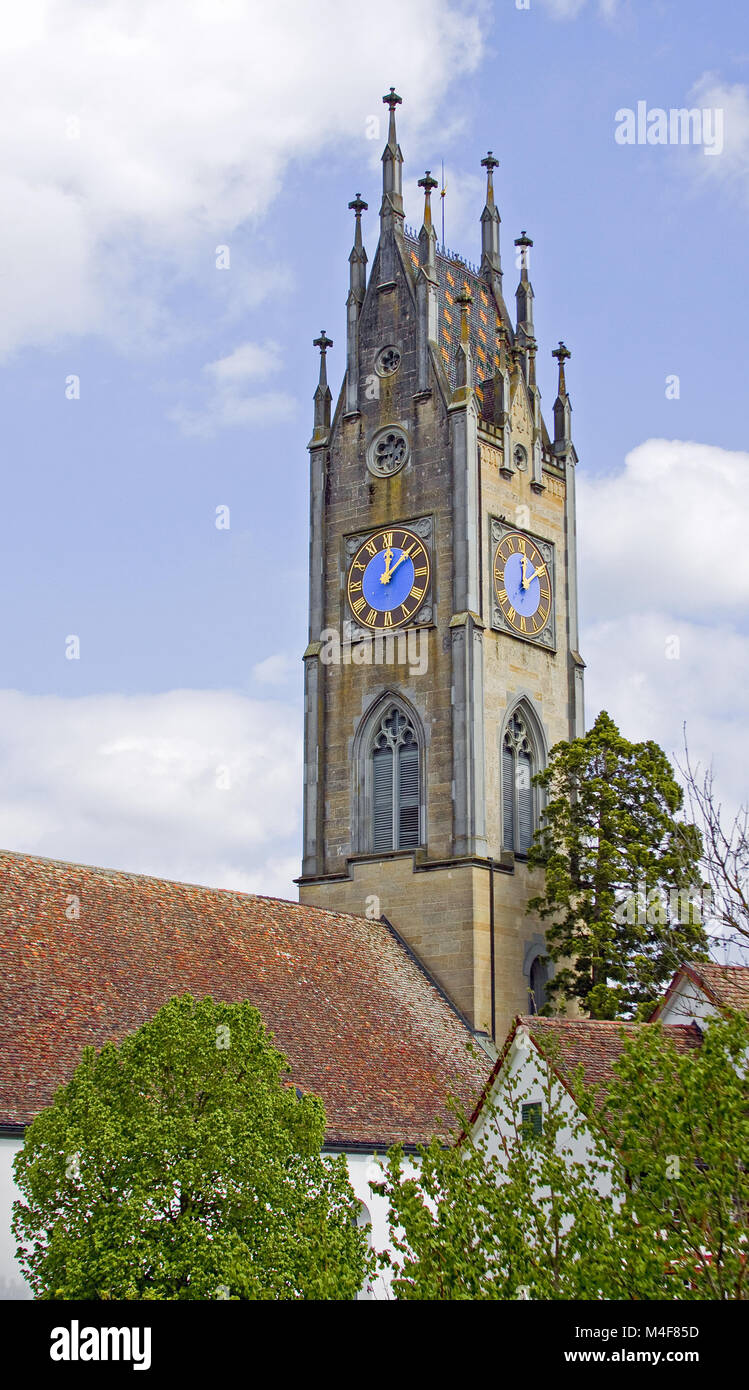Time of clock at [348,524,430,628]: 12:08
